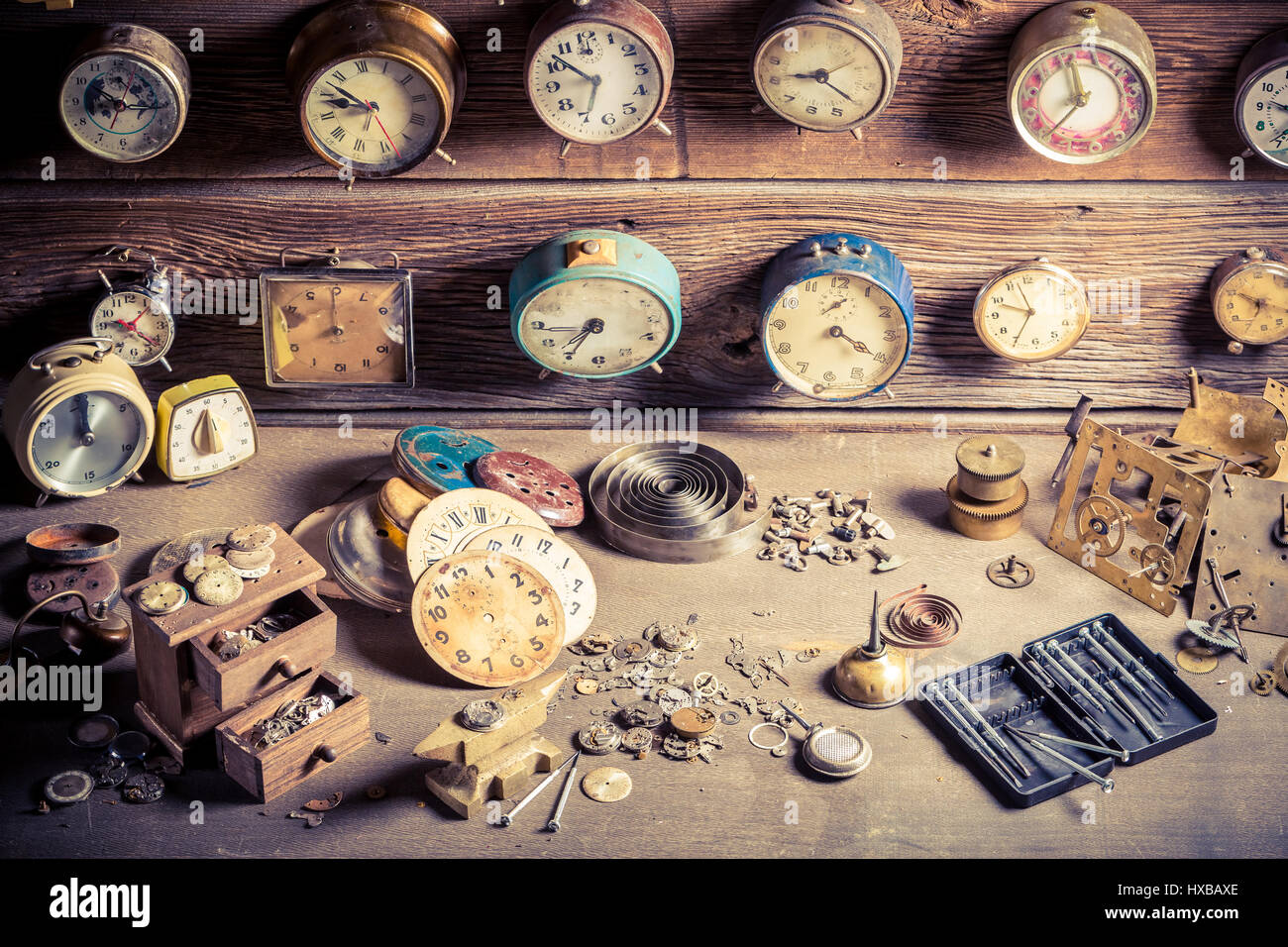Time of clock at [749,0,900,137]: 8:20
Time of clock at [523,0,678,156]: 6:51
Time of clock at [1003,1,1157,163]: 11:36
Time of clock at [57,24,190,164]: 10:16
